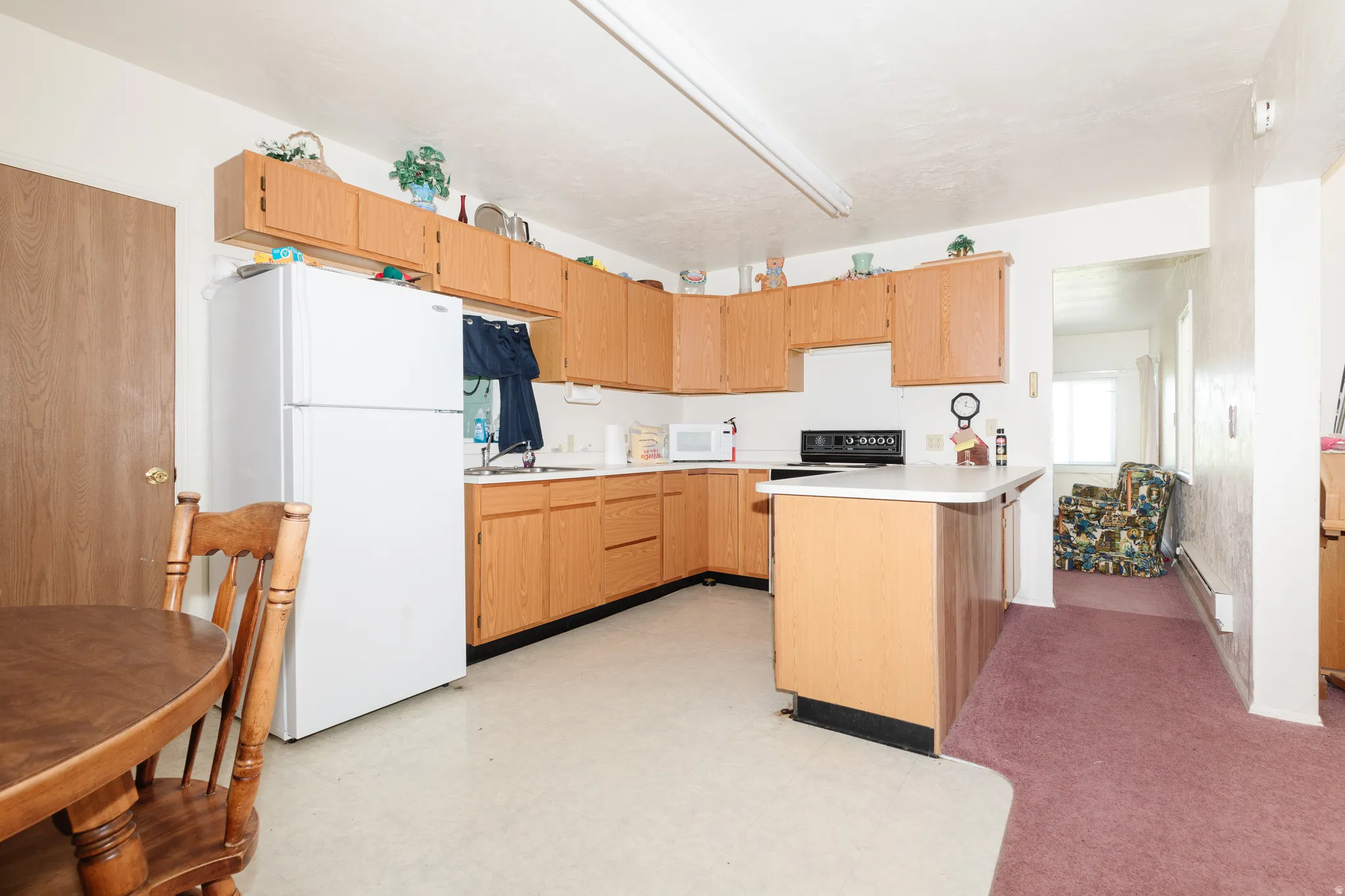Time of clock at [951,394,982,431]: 12:17
